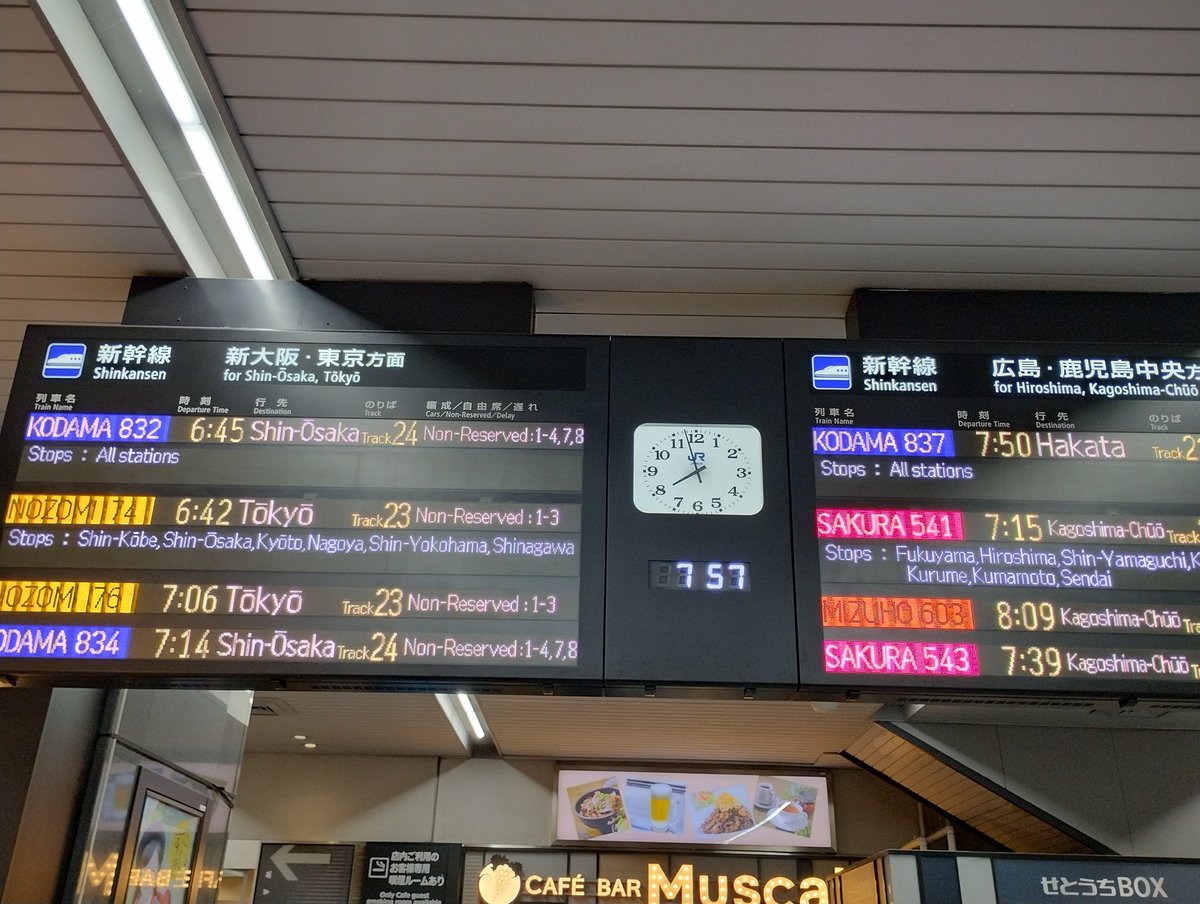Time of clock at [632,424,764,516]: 7:57
